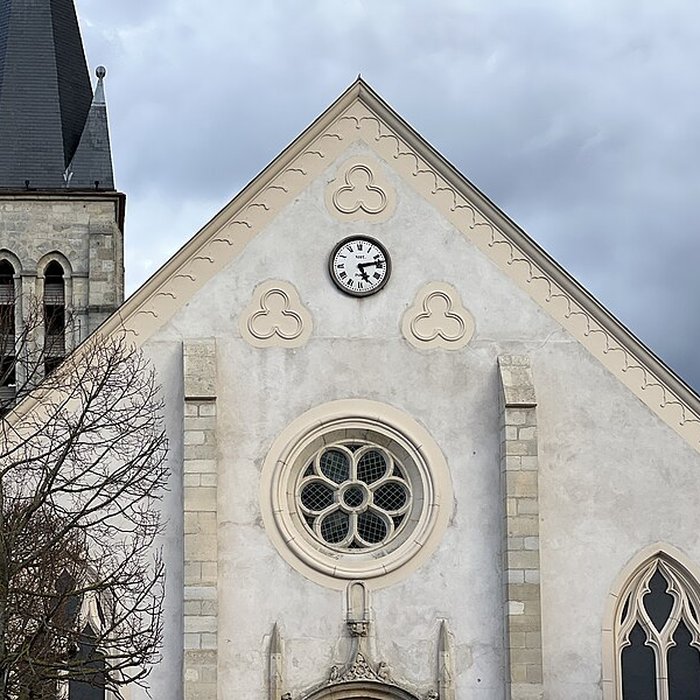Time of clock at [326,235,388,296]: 5:13
